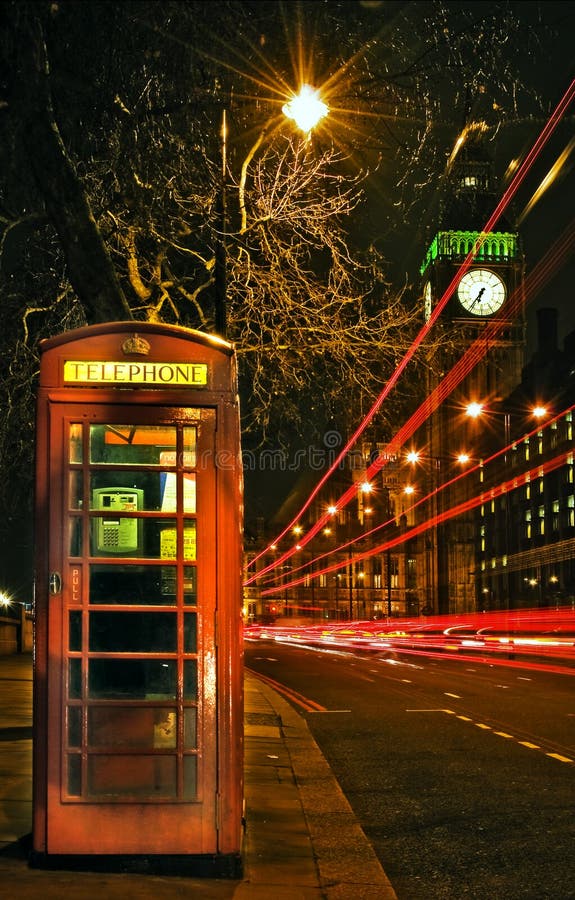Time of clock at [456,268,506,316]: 6:36
